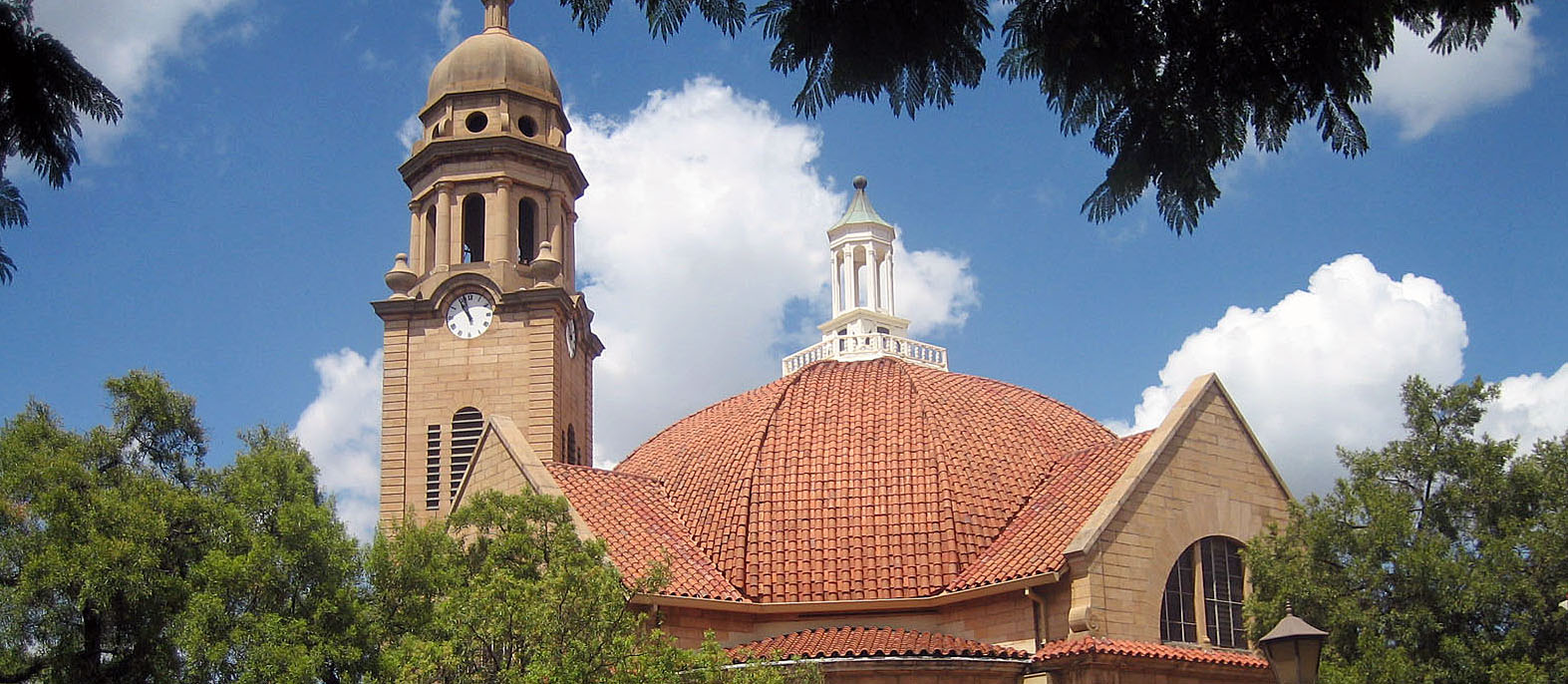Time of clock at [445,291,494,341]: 10:57
